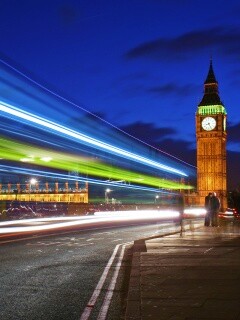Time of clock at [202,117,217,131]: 8:25
